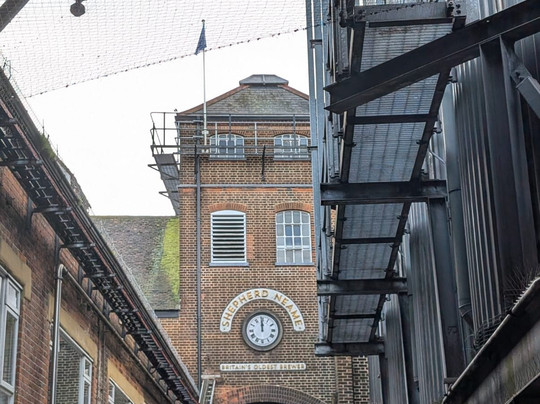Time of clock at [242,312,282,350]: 11:59
